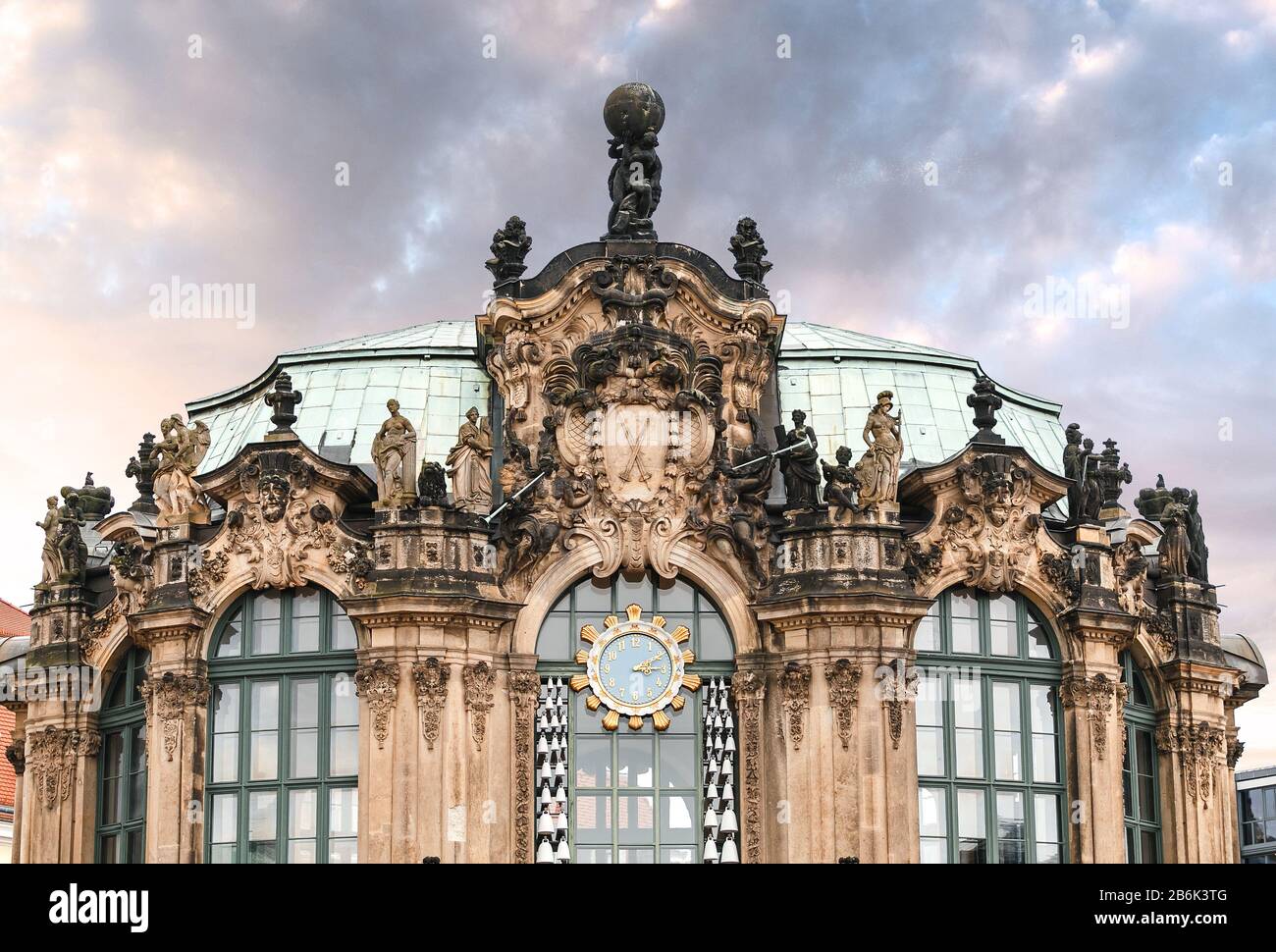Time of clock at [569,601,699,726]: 3:10
